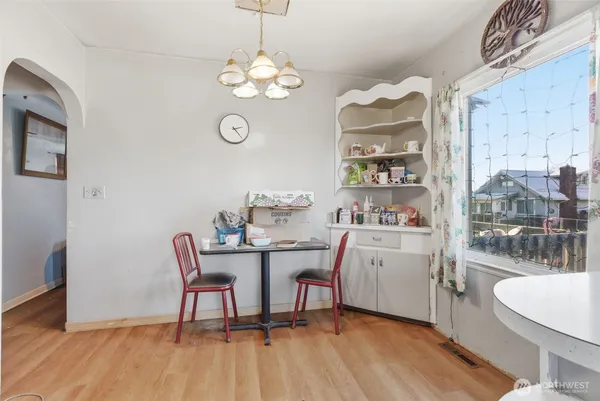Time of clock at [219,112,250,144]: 2:24
